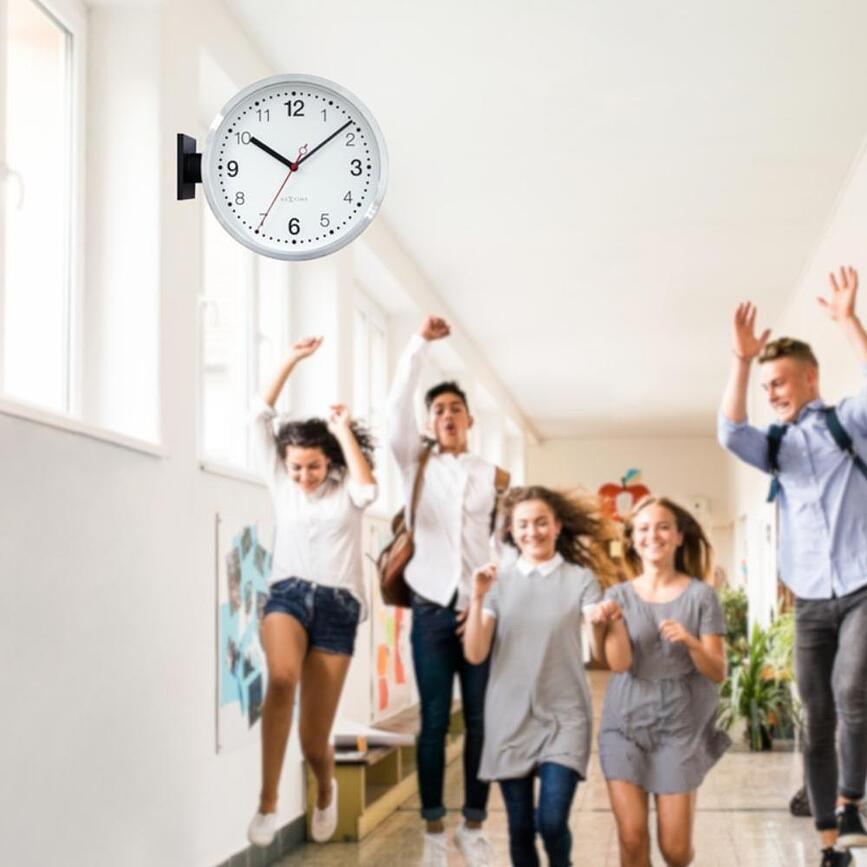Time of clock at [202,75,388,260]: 10:08
